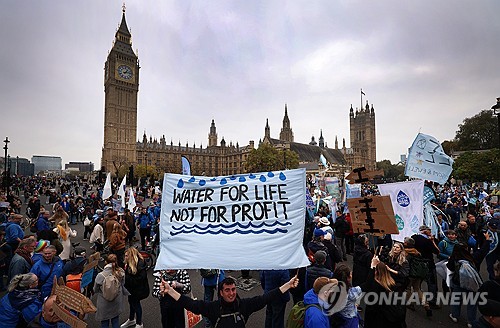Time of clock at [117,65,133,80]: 1:13
